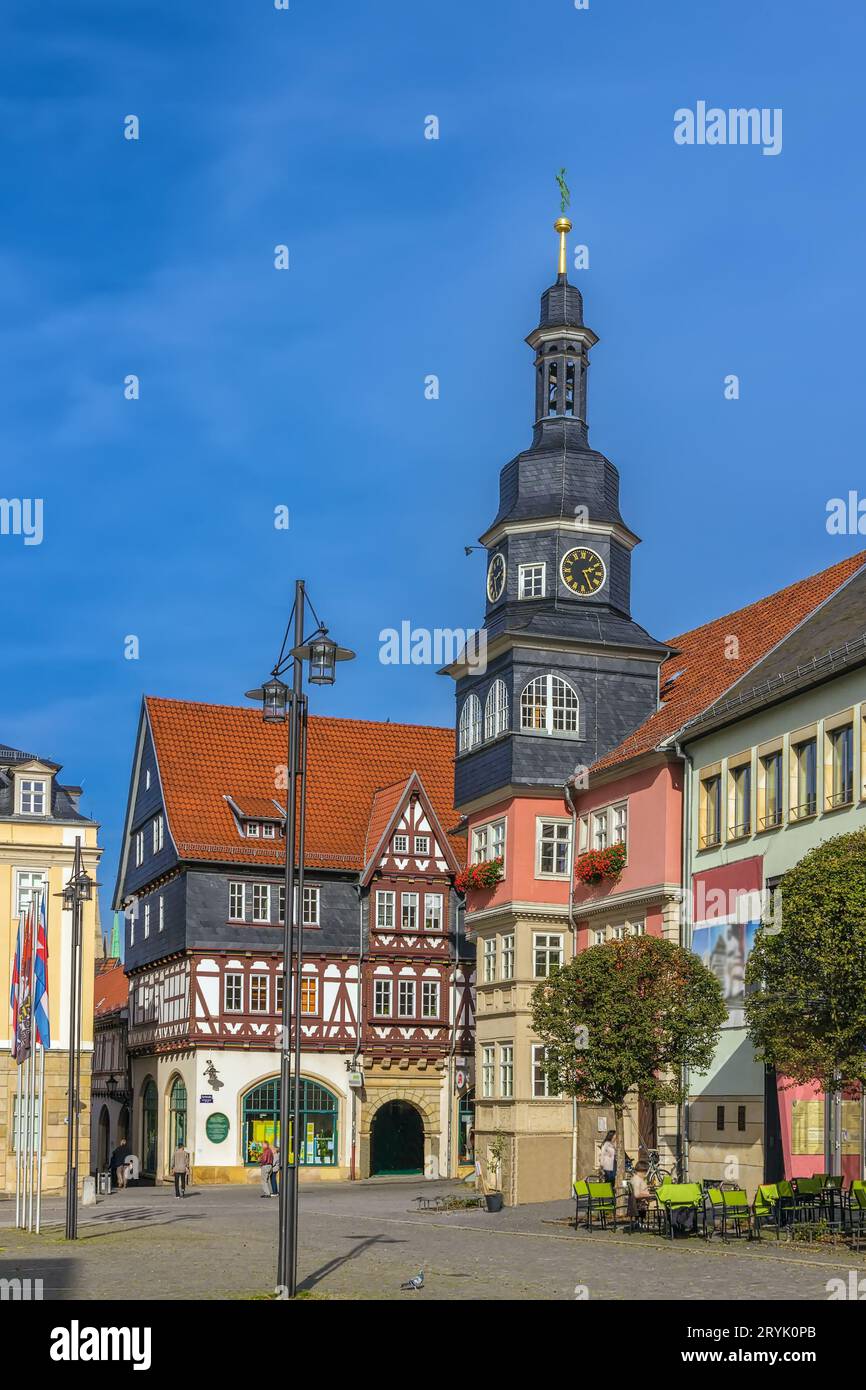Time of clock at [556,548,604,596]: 2:26
